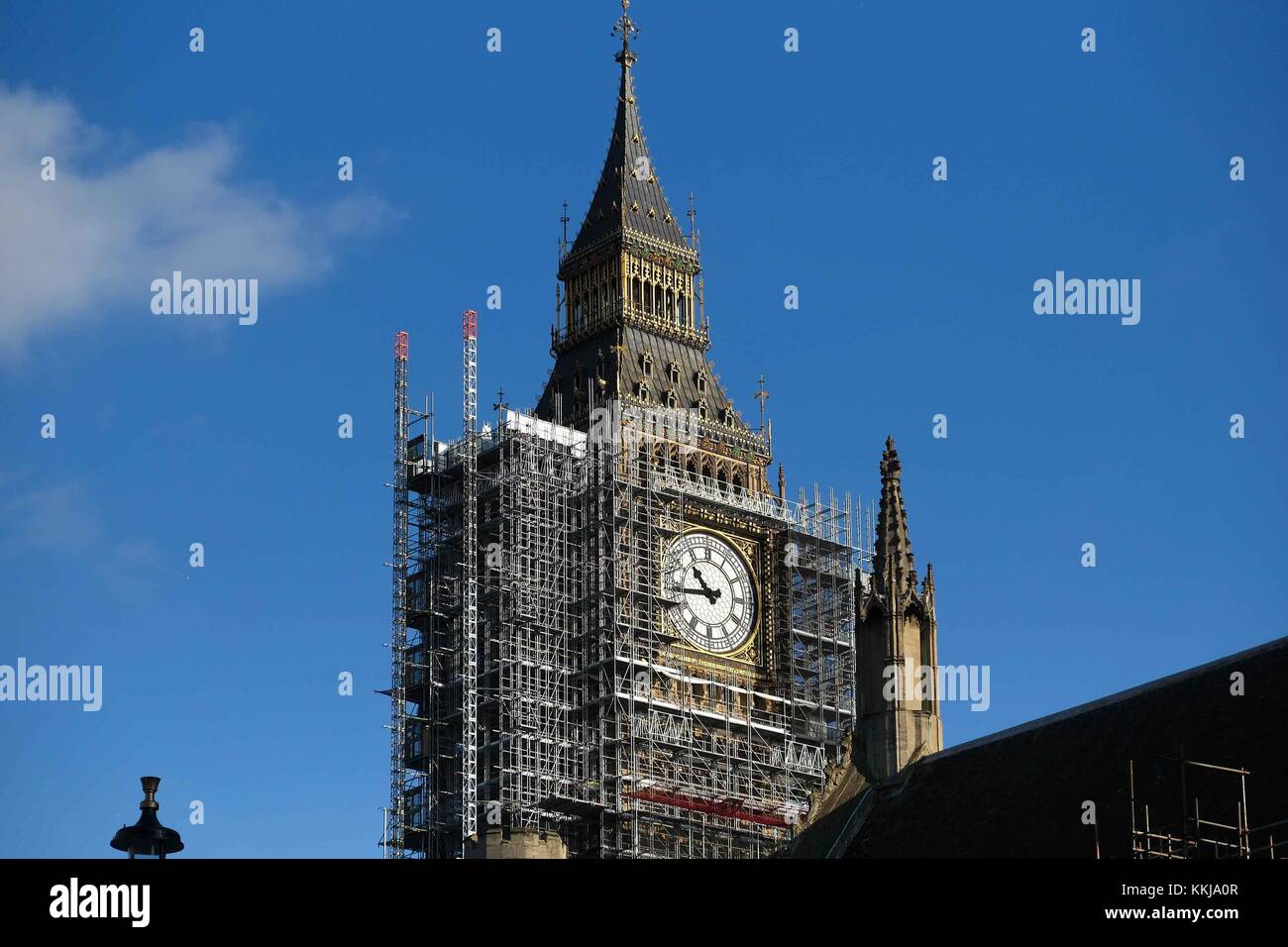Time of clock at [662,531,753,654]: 10:43
